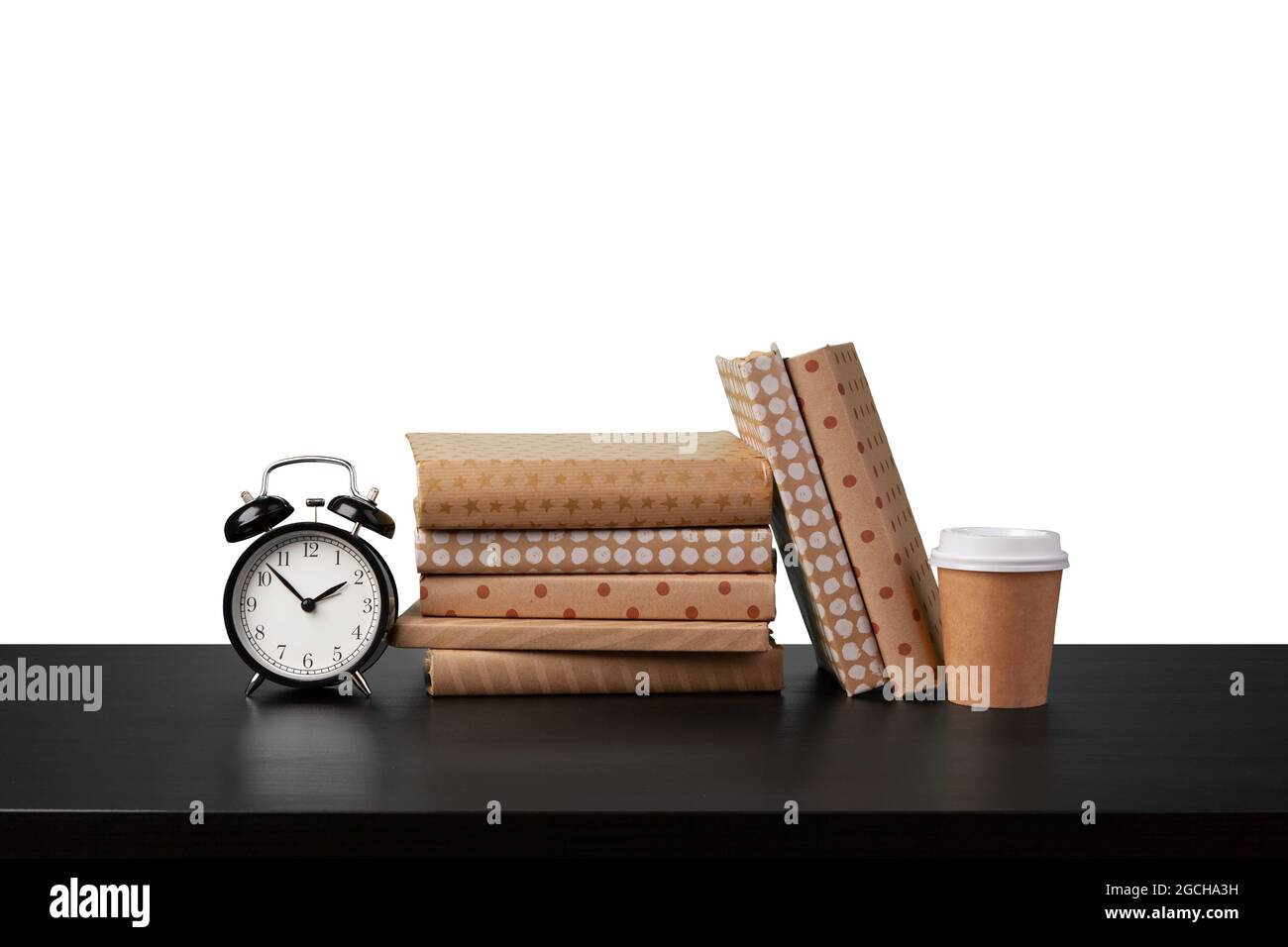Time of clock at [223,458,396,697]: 1:52
